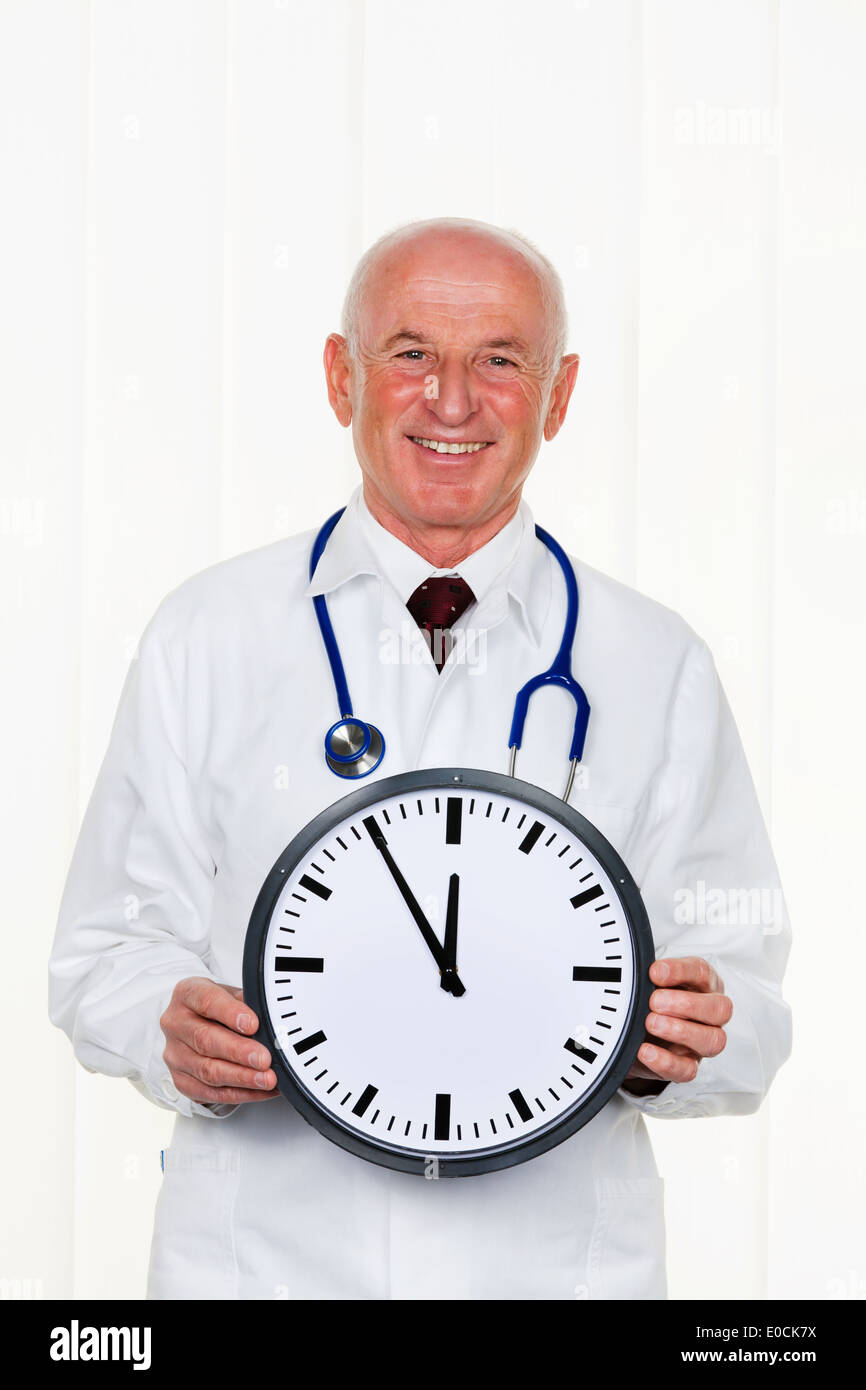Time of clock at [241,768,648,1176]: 11:54
